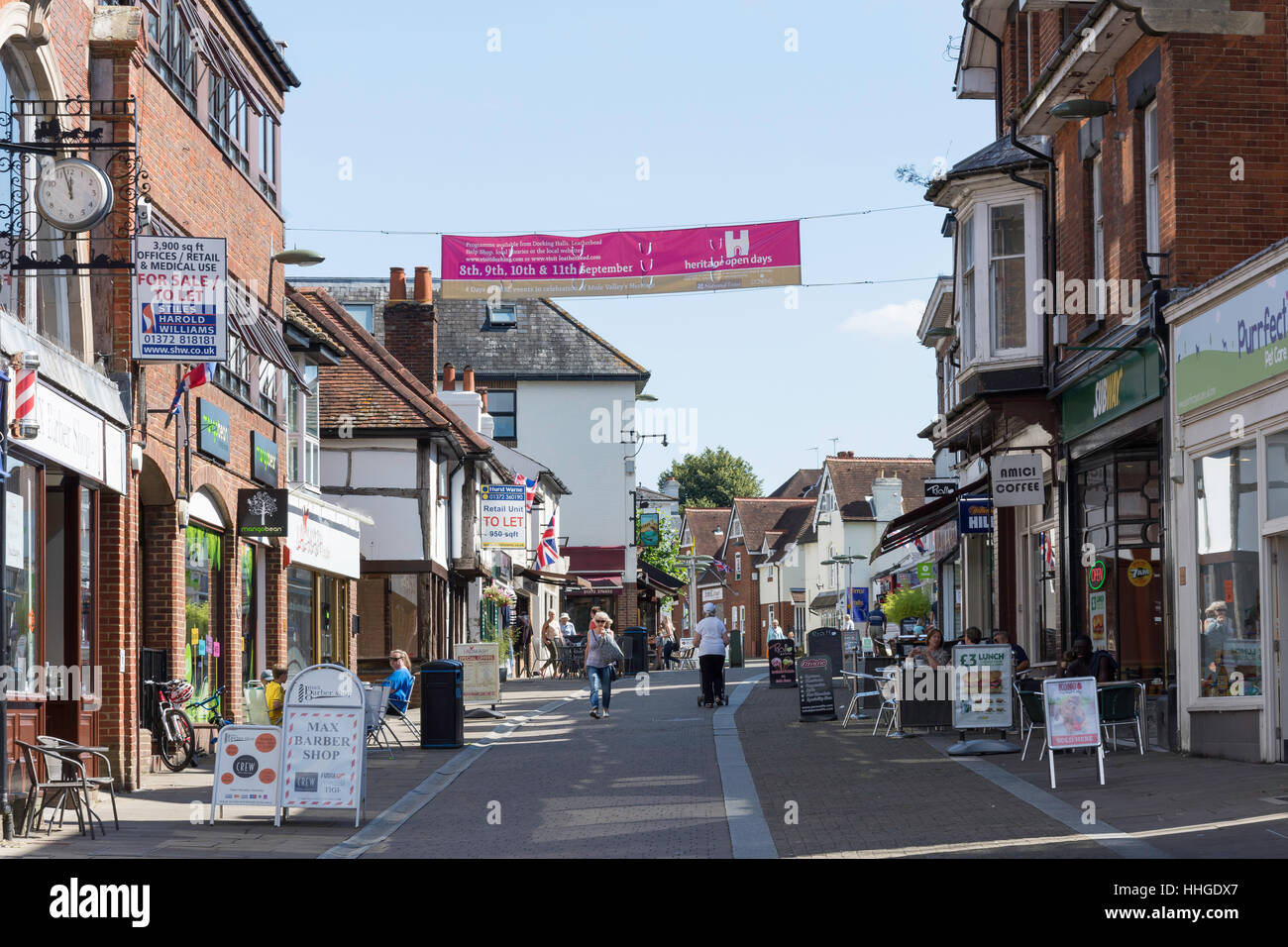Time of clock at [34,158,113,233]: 11:57
